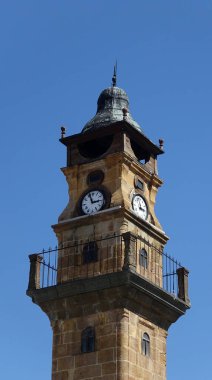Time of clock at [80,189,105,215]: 2:56
